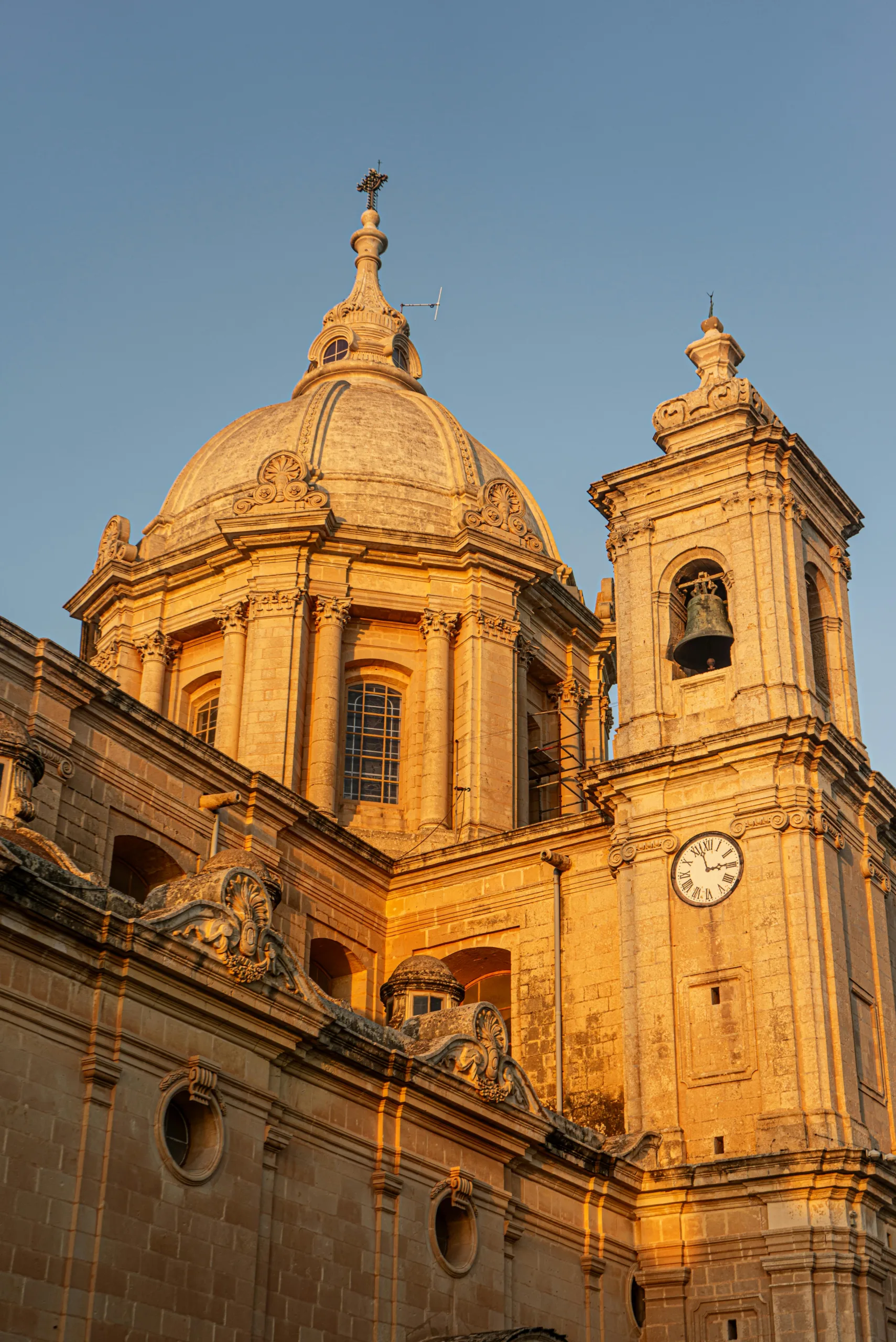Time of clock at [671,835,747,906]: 2:57
